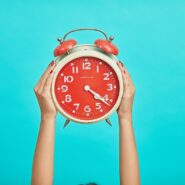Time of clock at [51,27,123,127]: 4:21
